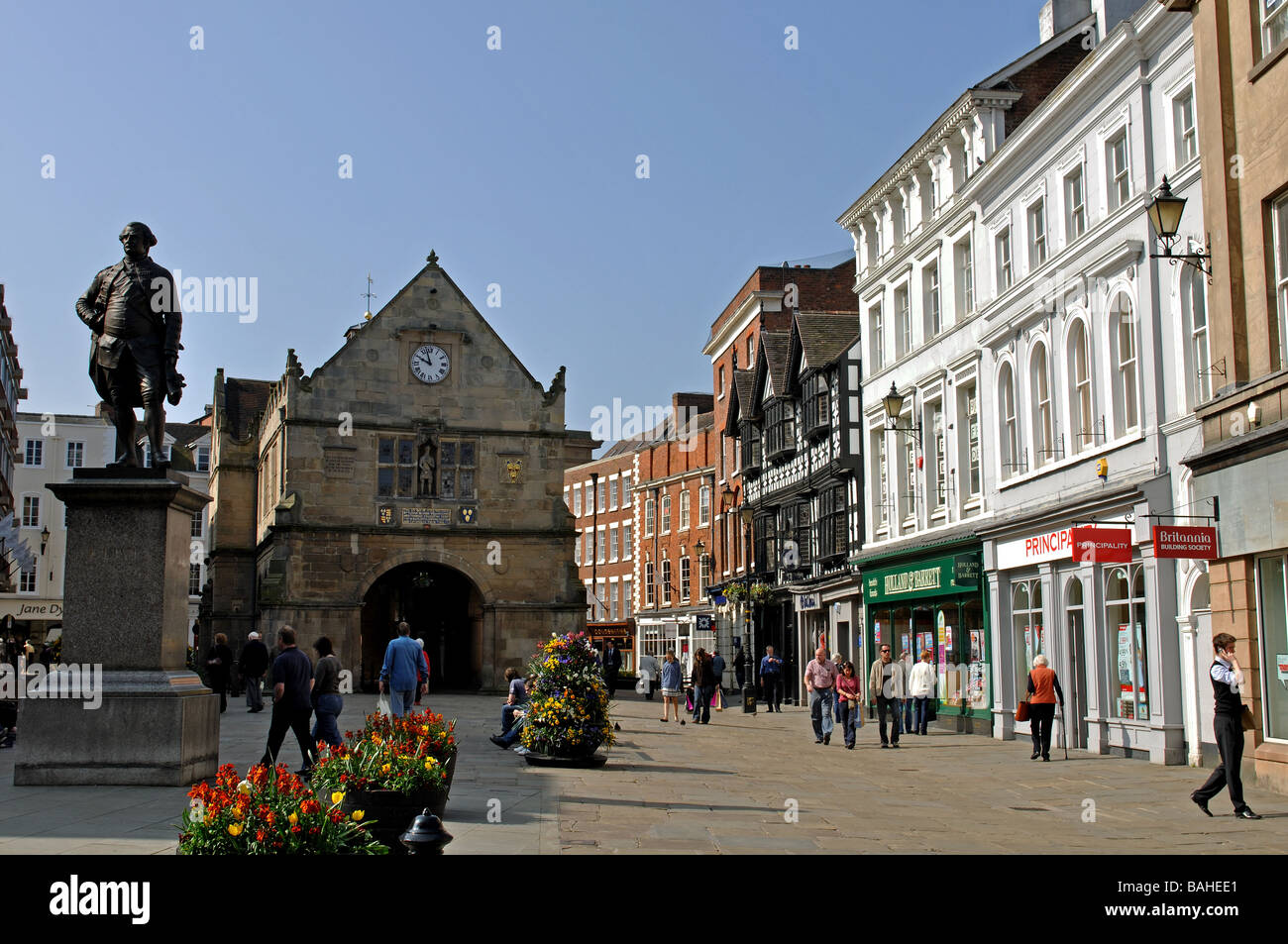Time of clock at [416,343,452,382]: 9:57
